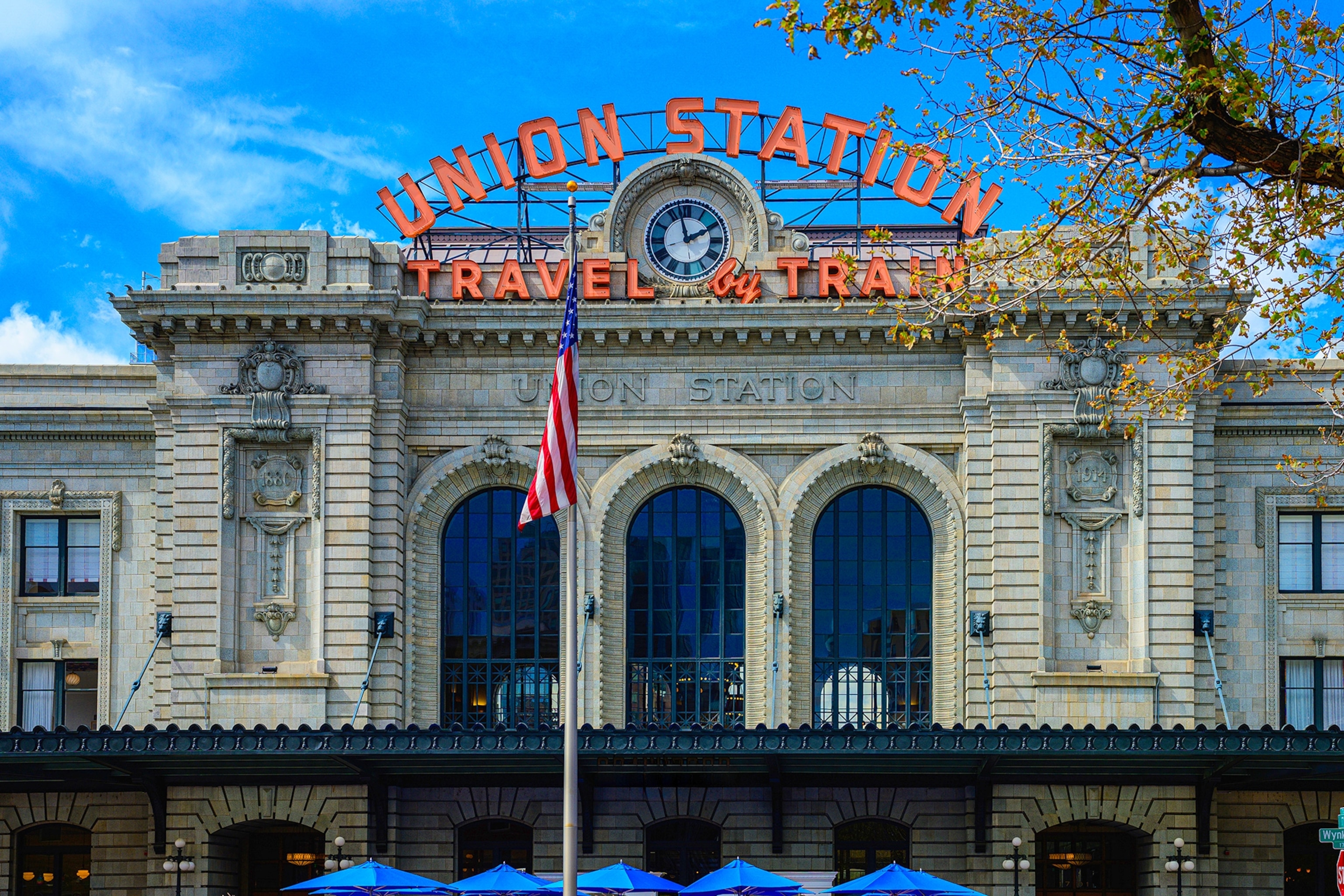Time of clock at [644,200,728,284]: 1:57
